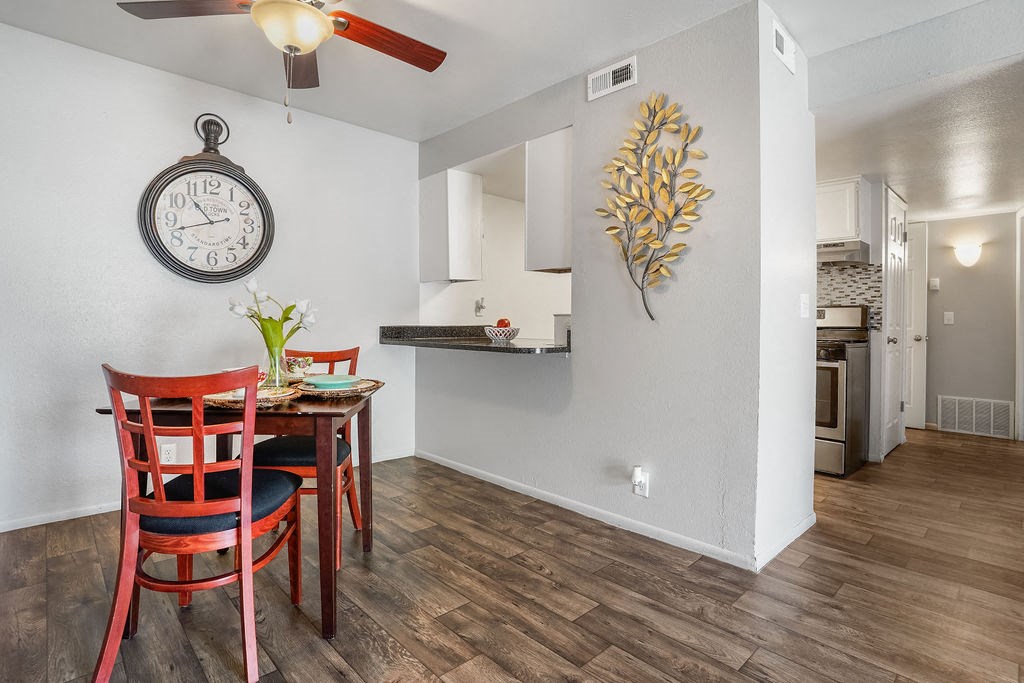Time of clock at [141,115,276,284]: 10:42
